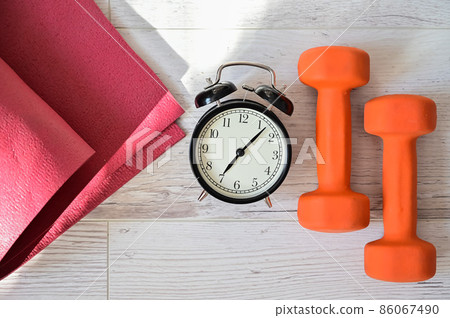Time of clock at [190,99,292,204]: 7:07
